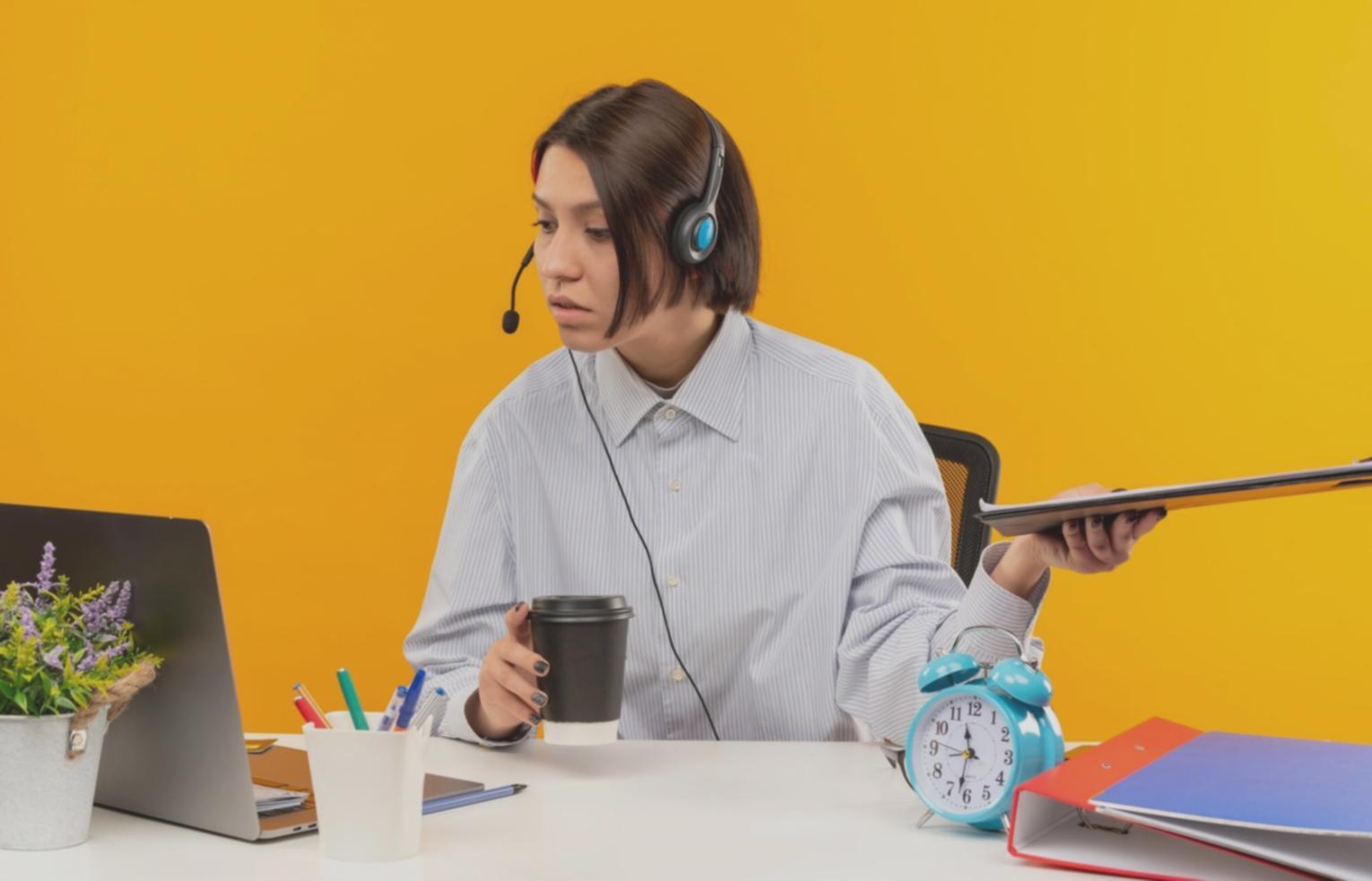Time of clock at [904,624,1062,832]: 11:32
